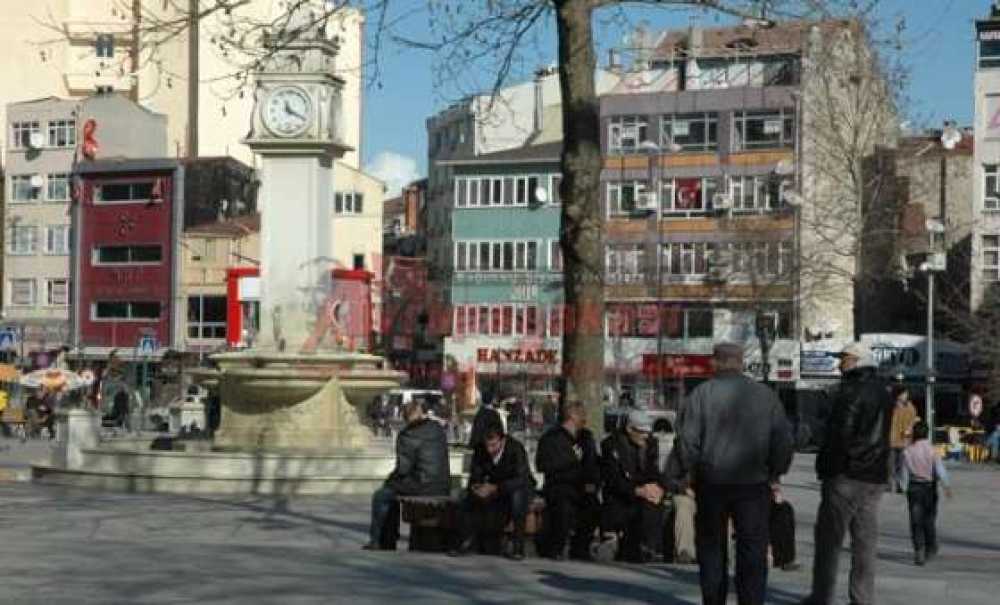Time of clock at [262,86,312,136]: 11:19
